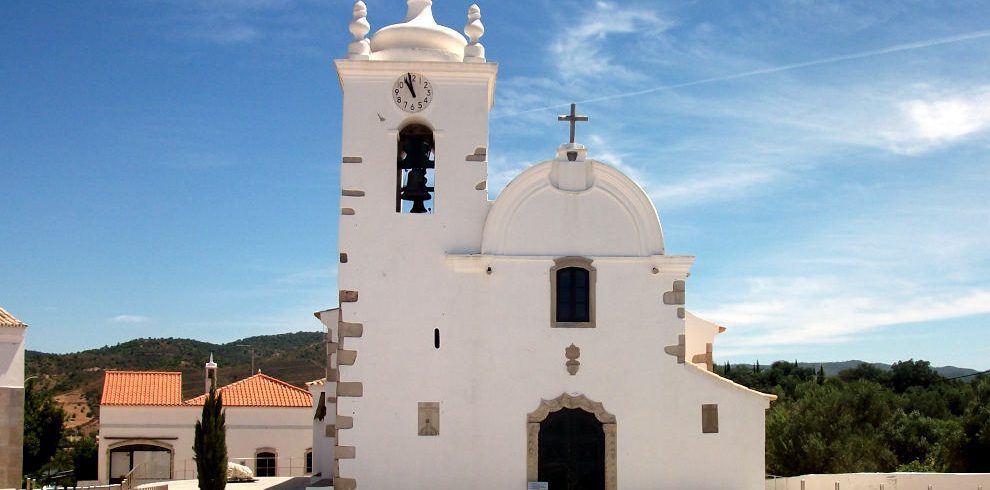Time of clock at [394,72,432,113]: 10:58
